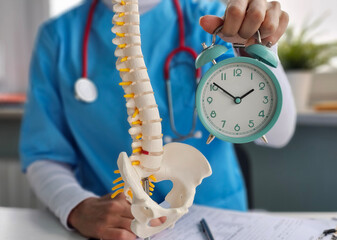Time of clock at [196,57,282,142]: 1:50
